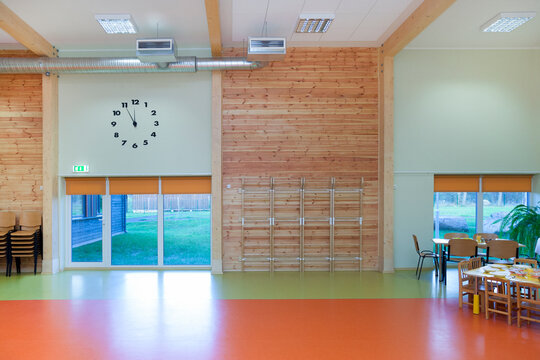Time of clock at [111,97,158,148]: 11:55
